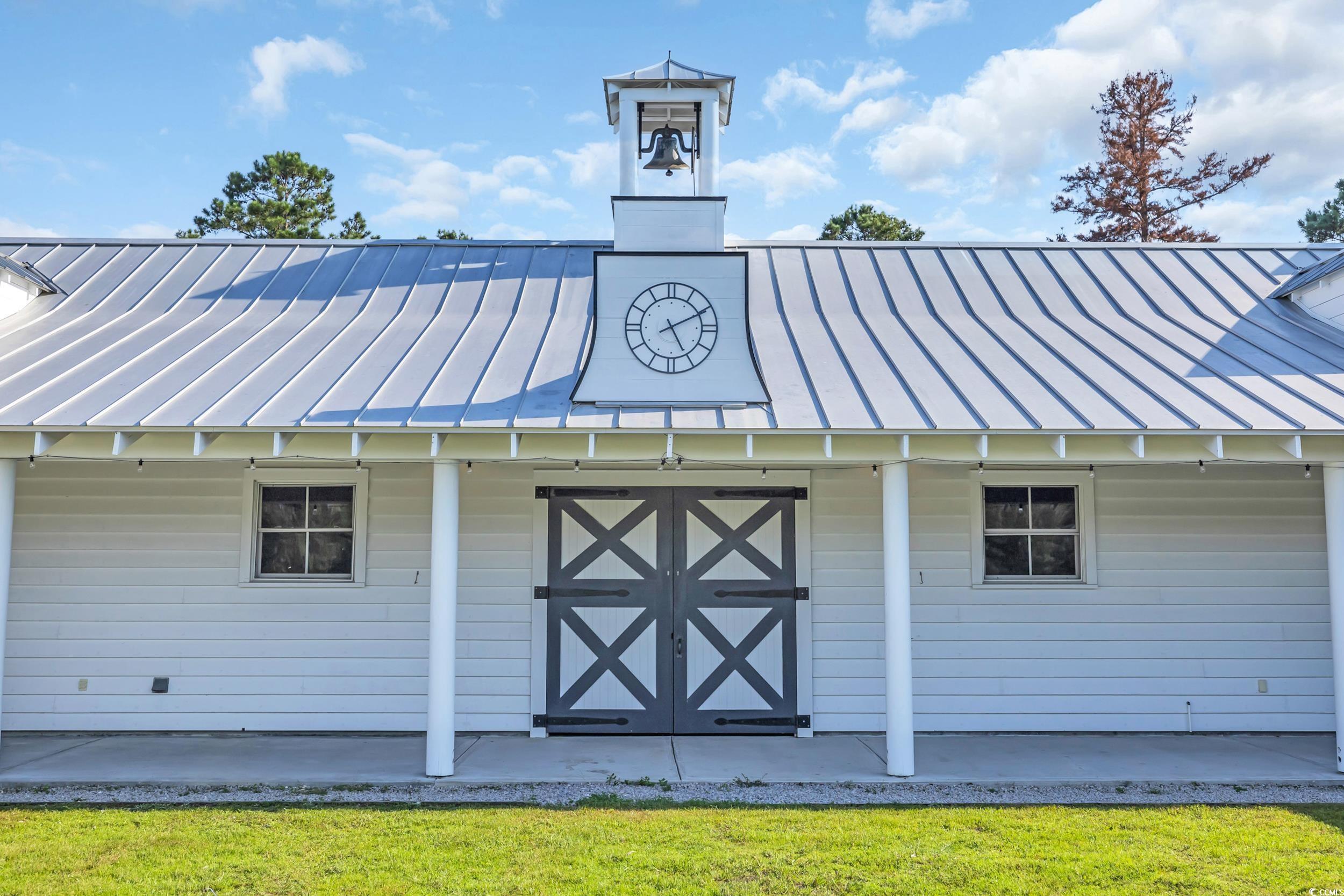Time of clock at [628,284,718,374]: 5:10
